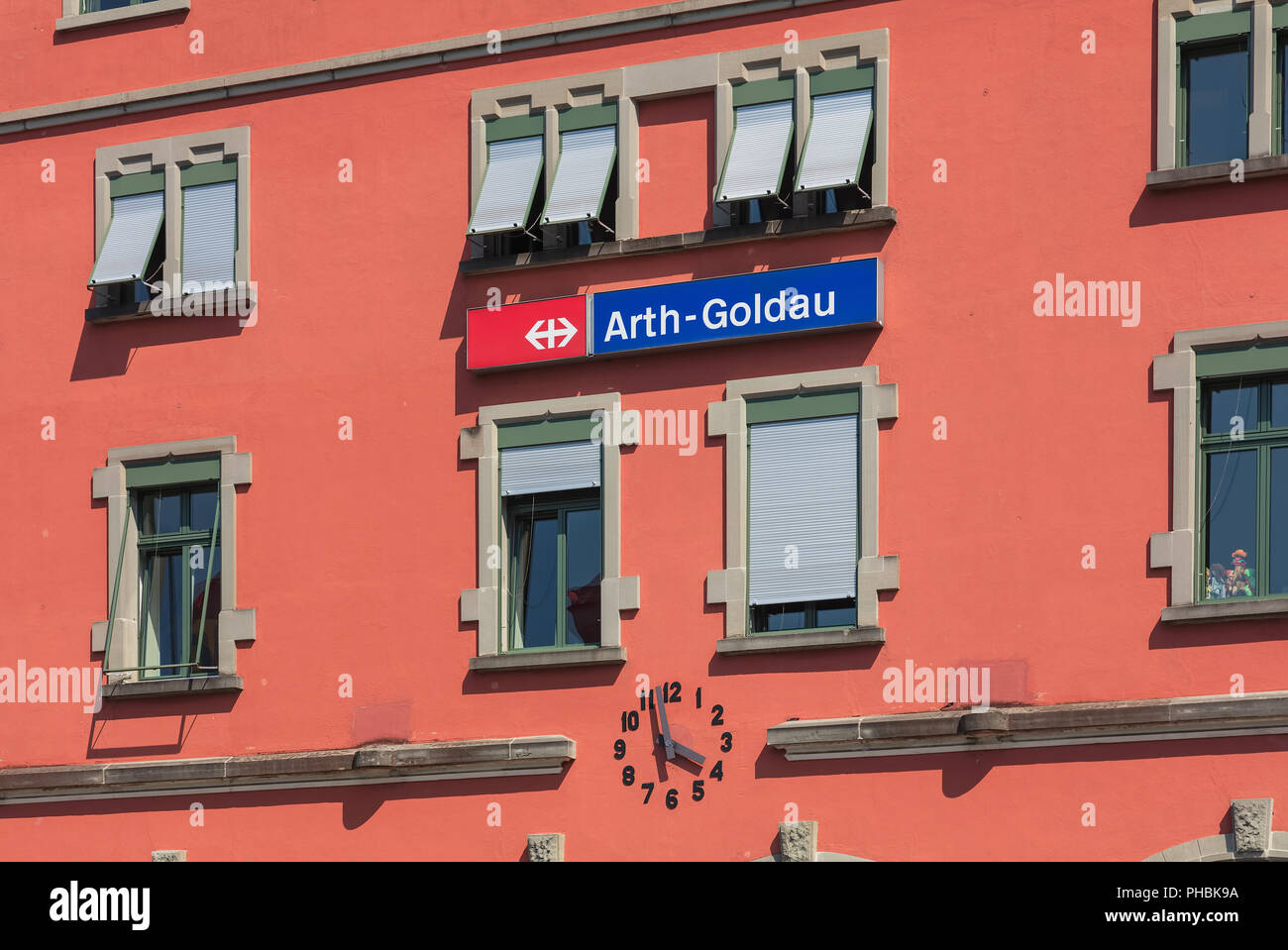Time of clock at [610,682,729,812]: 3:57
